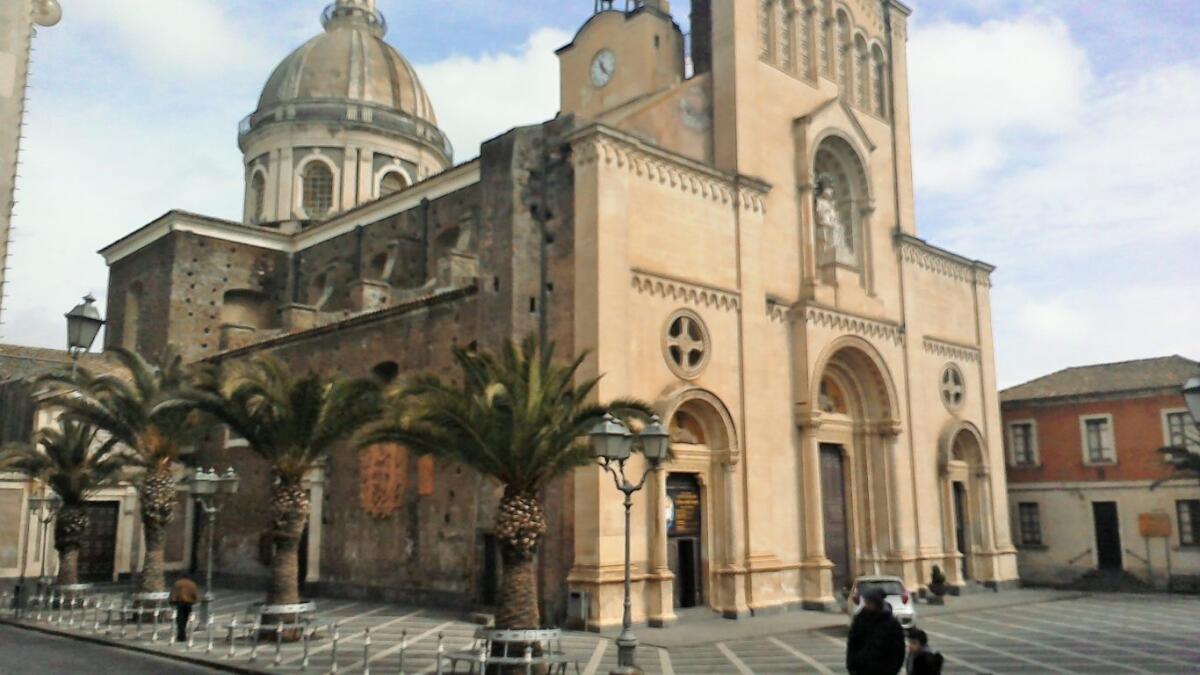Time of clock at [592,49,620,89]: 11:22
